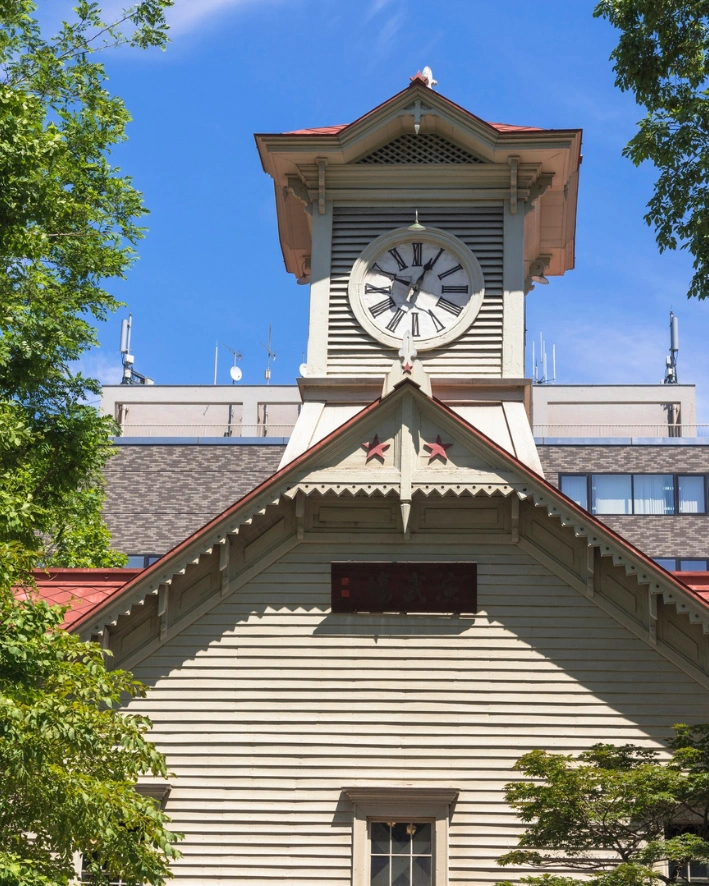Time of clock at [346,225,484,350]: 12:49
